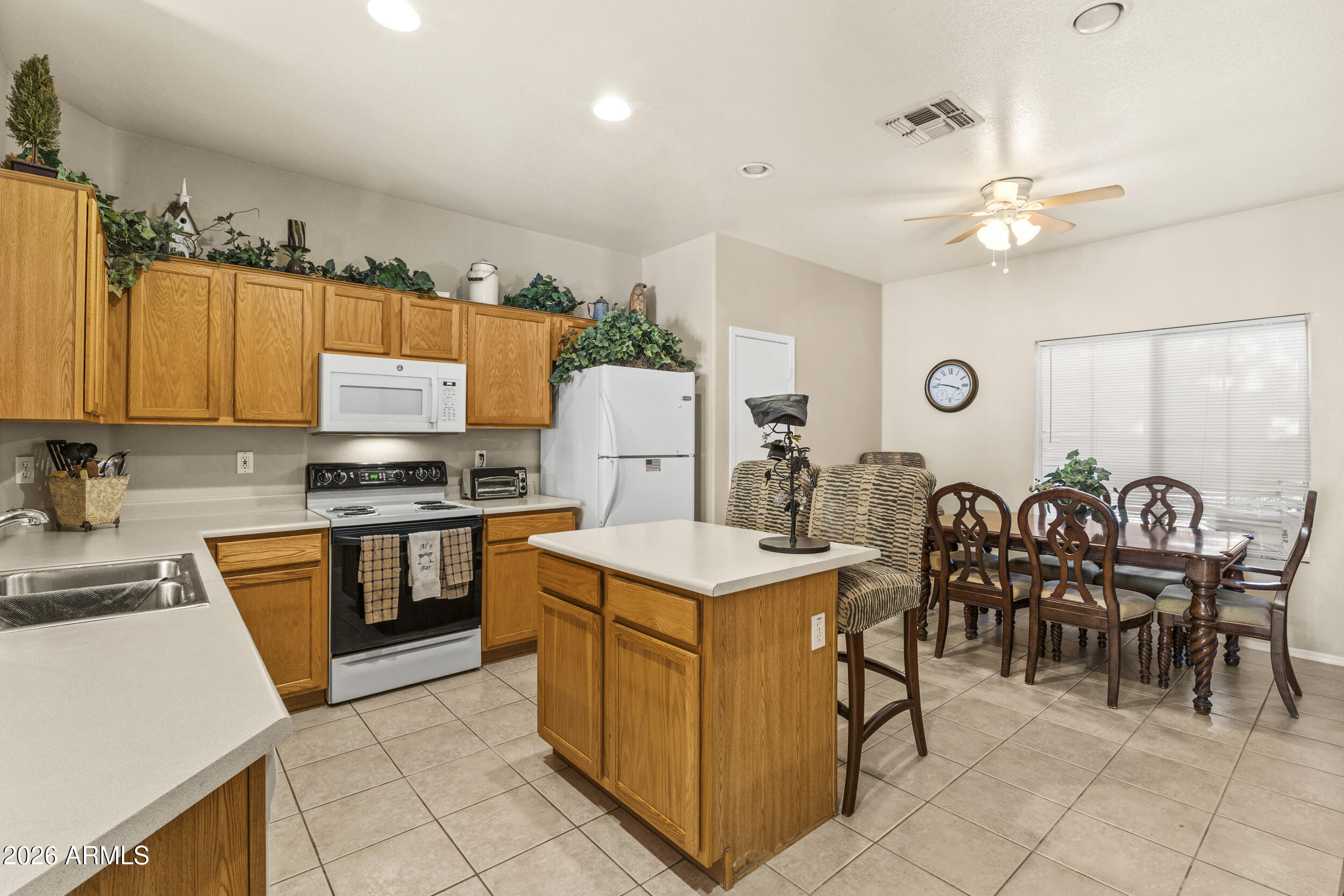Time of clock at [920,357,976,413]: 3:46
